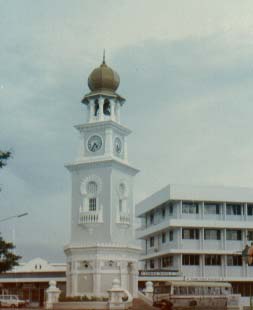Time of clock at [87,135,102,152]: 4:34
